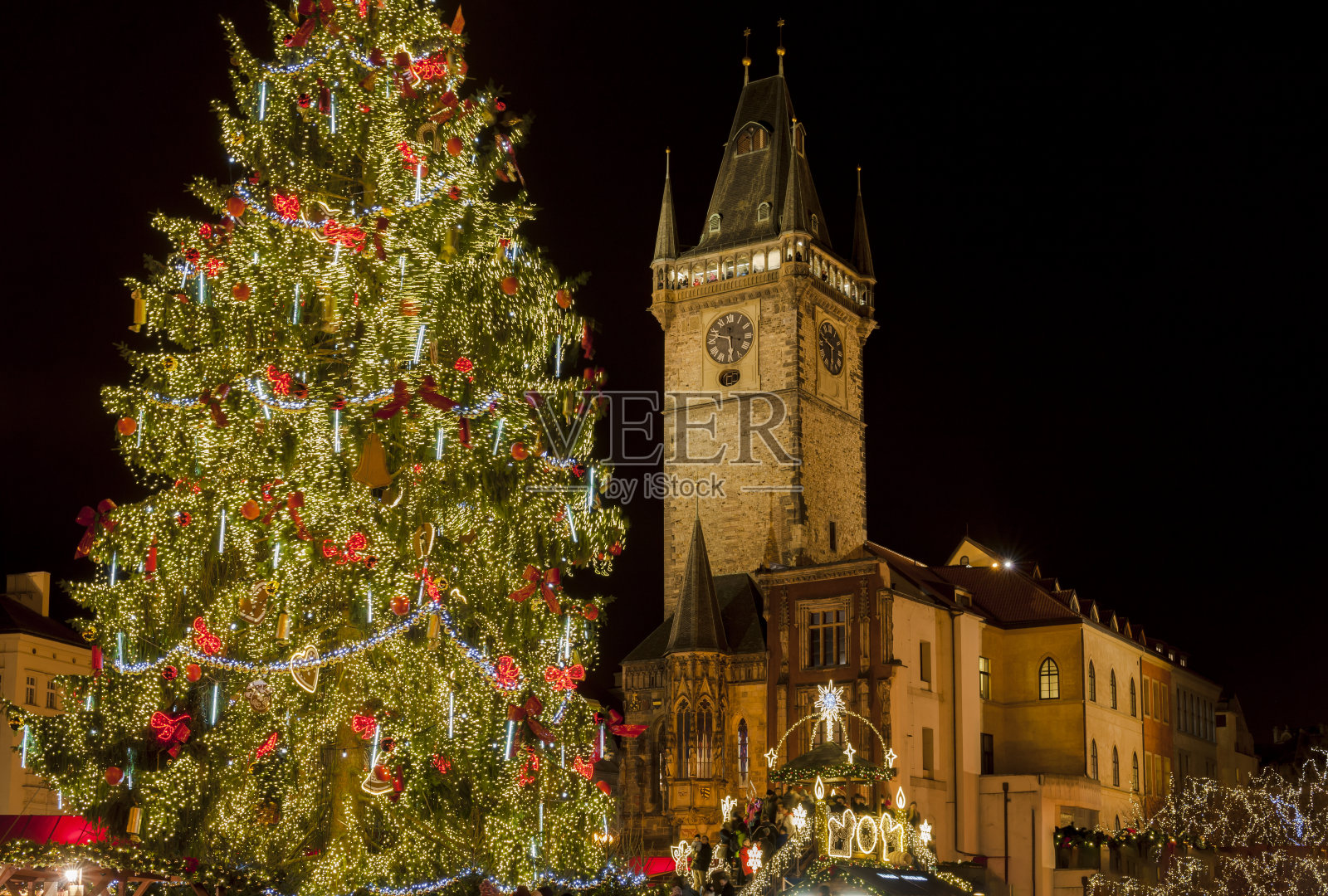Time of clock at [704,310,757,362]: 5:47
